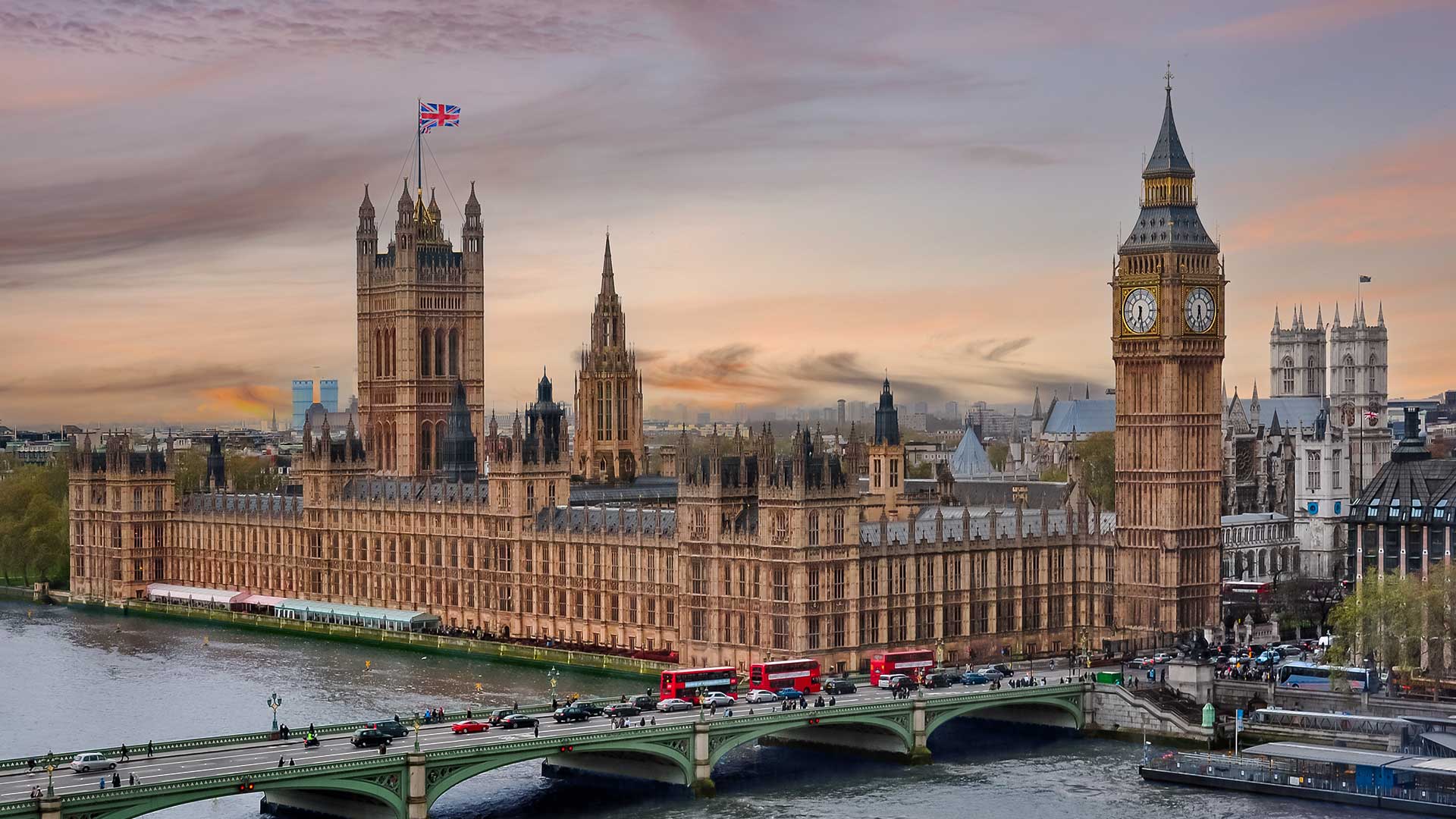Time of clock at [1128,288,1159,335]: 6:28
